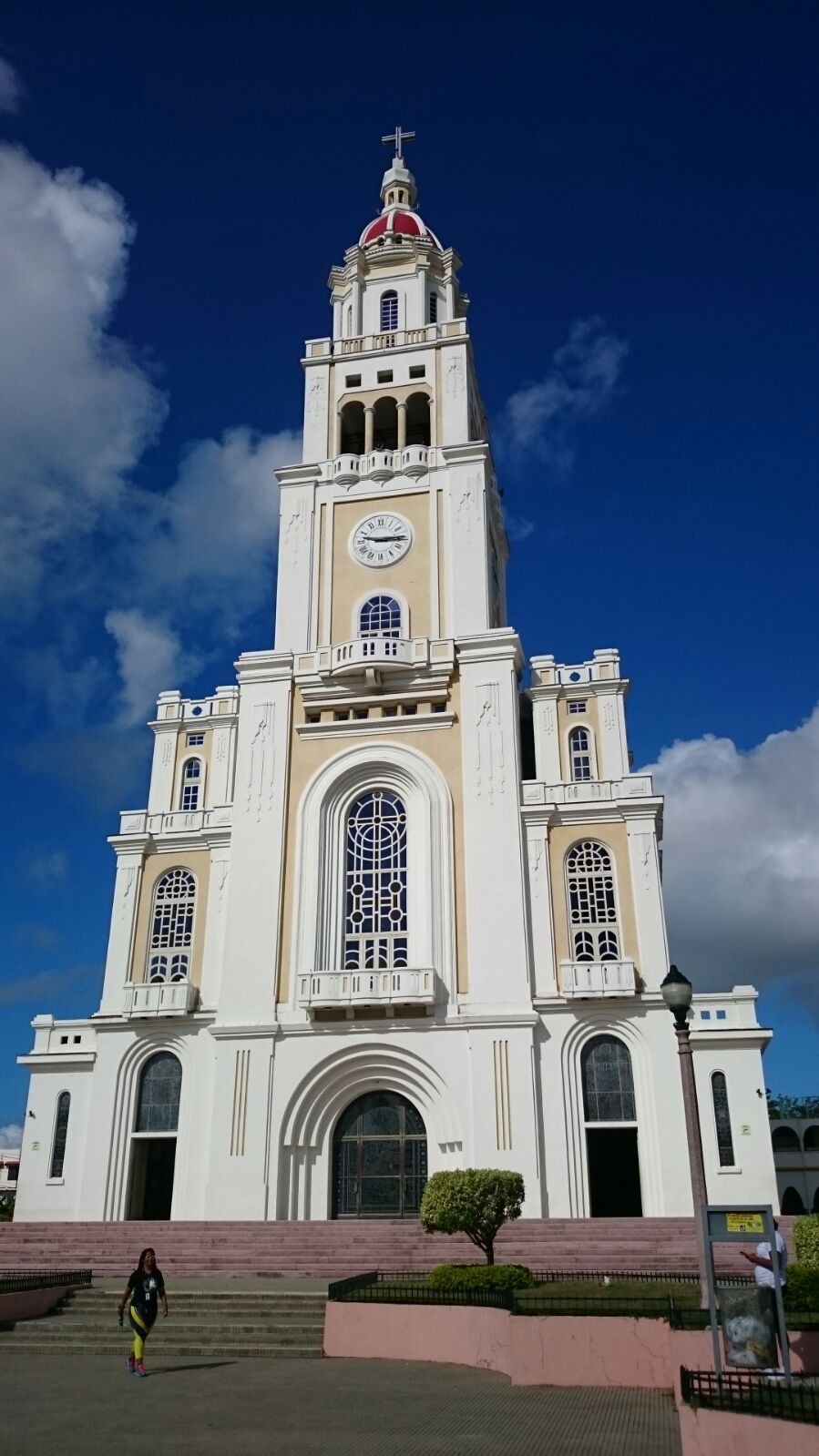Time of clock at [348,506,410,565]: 9:14
